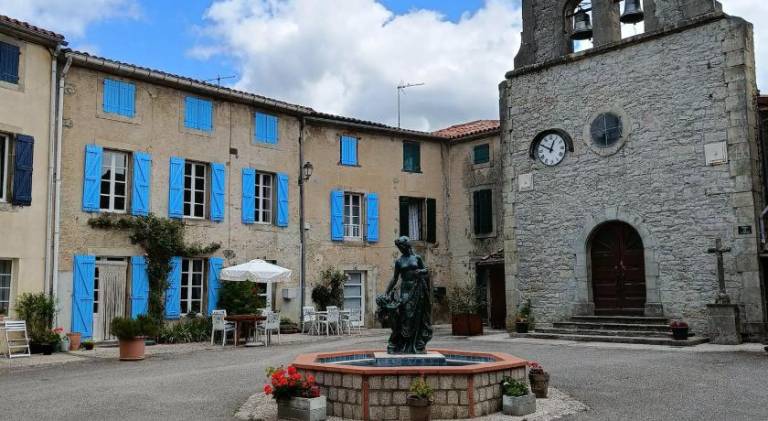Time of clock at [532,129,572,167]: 12:49
